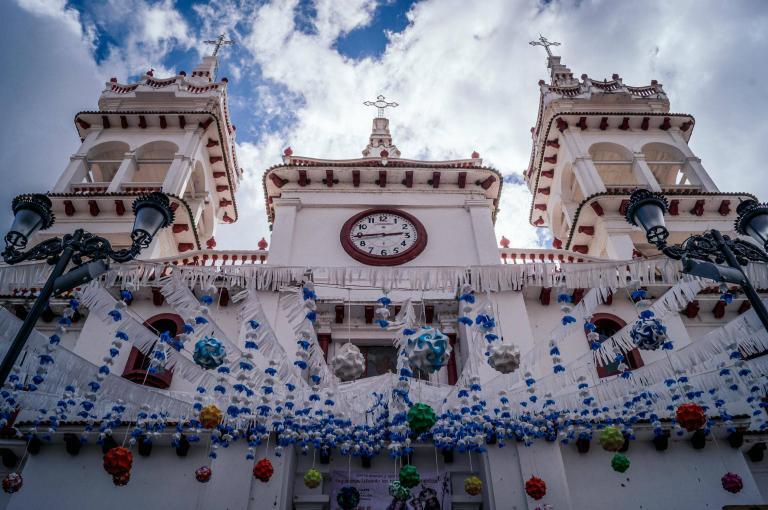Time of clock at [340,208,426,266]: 2:44
